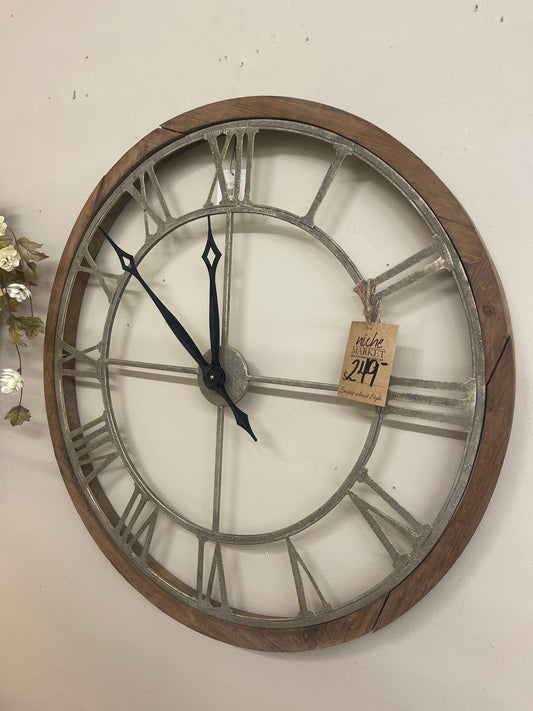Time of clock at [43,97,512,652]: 11:51
